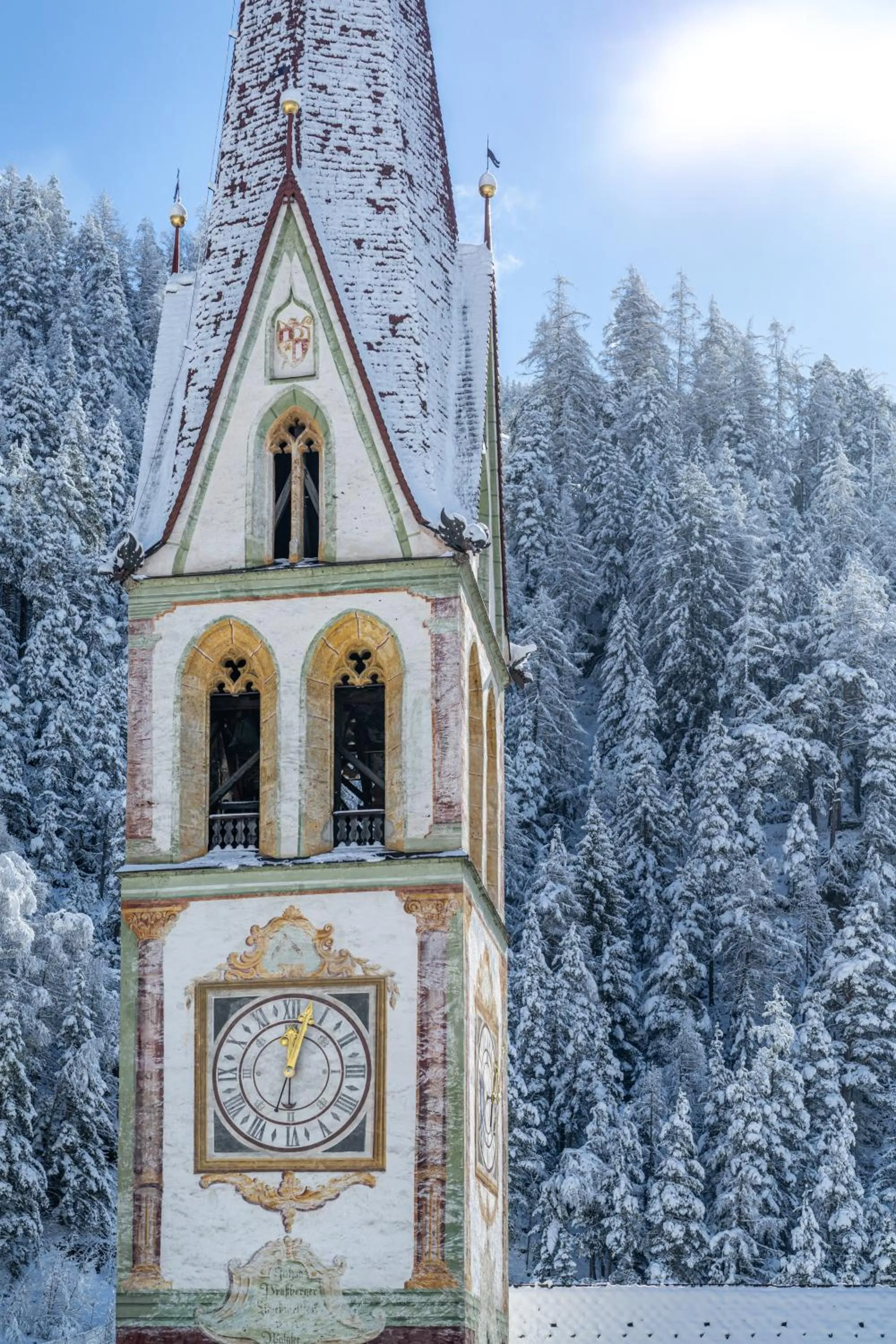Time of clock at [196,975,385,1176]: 12:02
